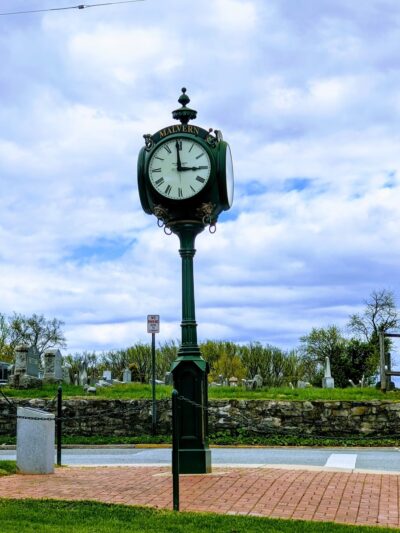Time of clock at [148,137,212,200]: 2:59
